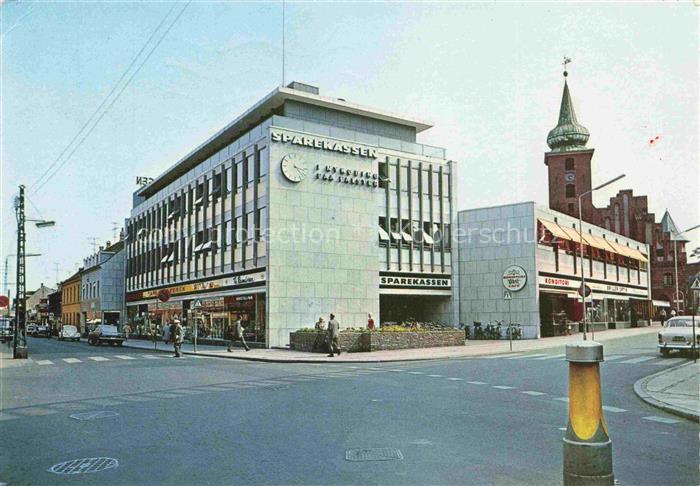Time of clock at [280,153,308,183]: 3:22
